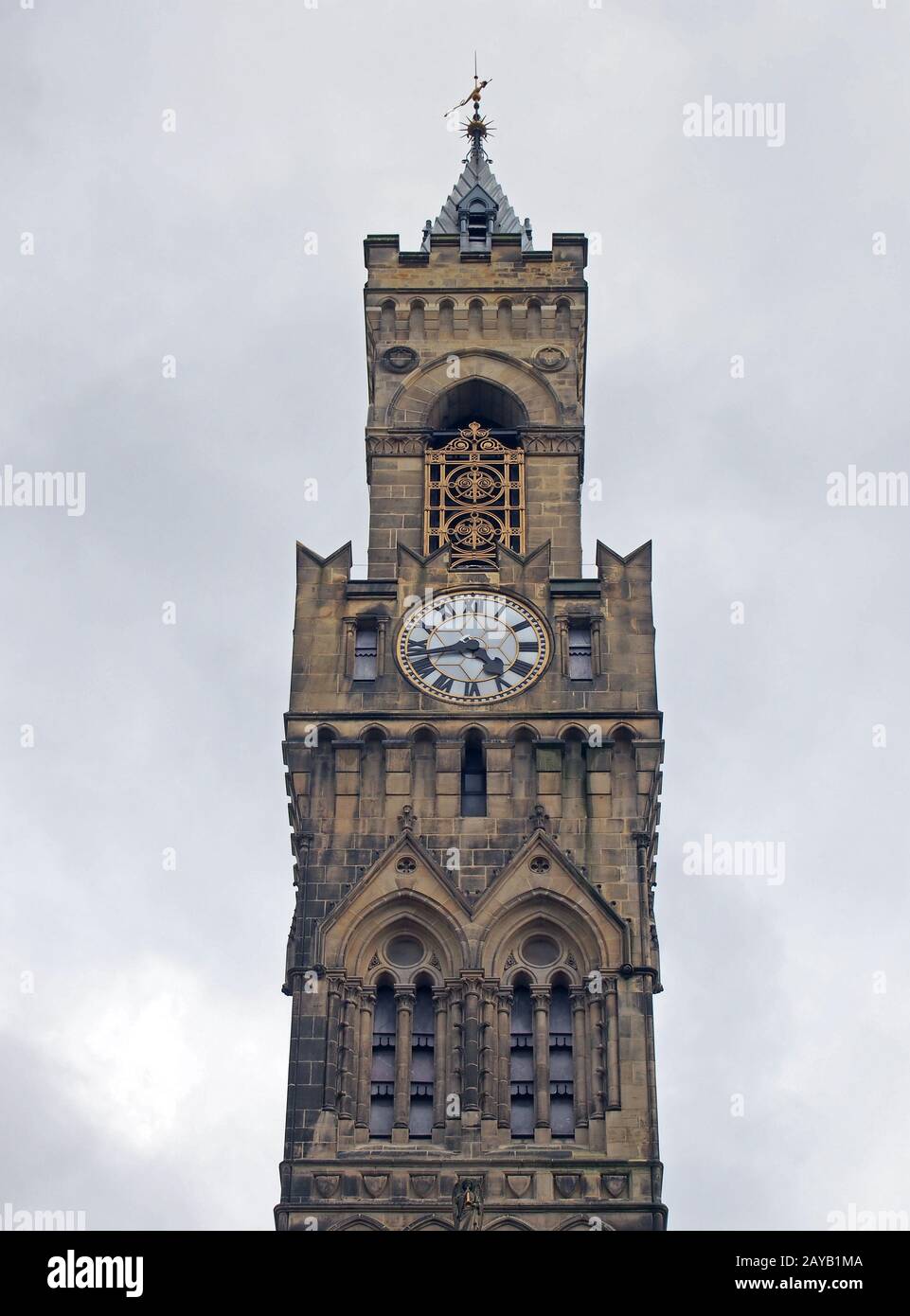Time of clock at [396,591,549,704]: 4:42
